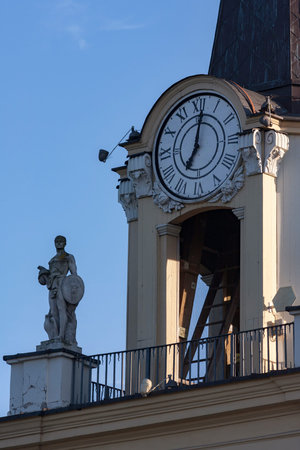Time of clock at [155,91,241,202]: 7:01
